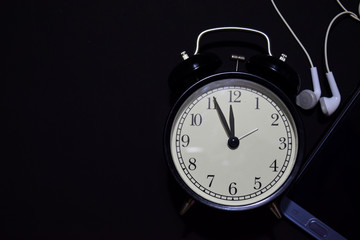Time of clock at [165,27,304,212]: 11:55
